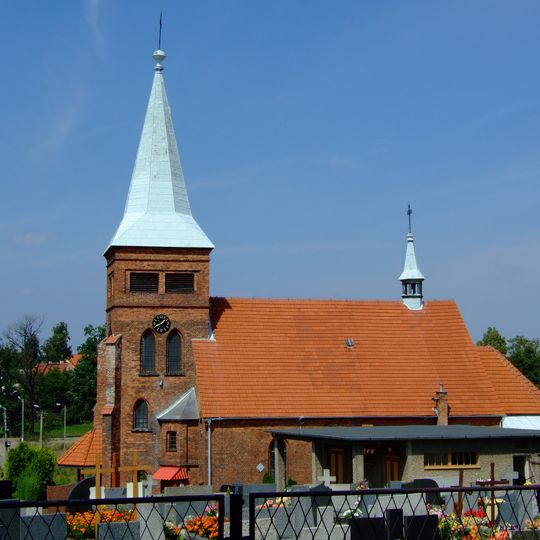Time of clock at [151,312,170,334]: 1:40
